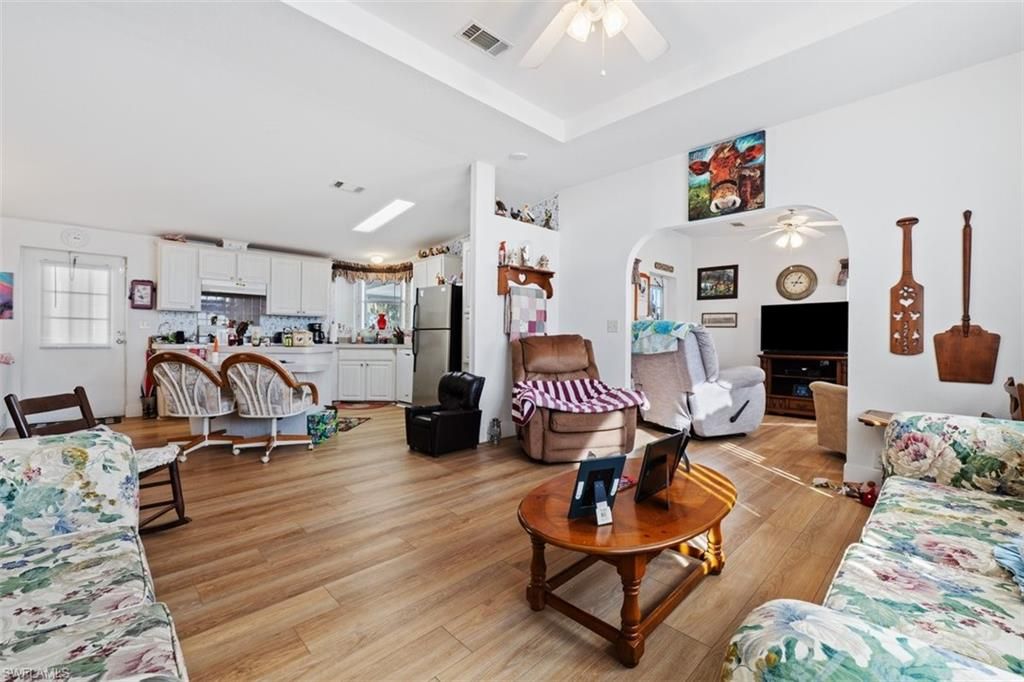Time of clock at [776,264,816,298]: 9:04
